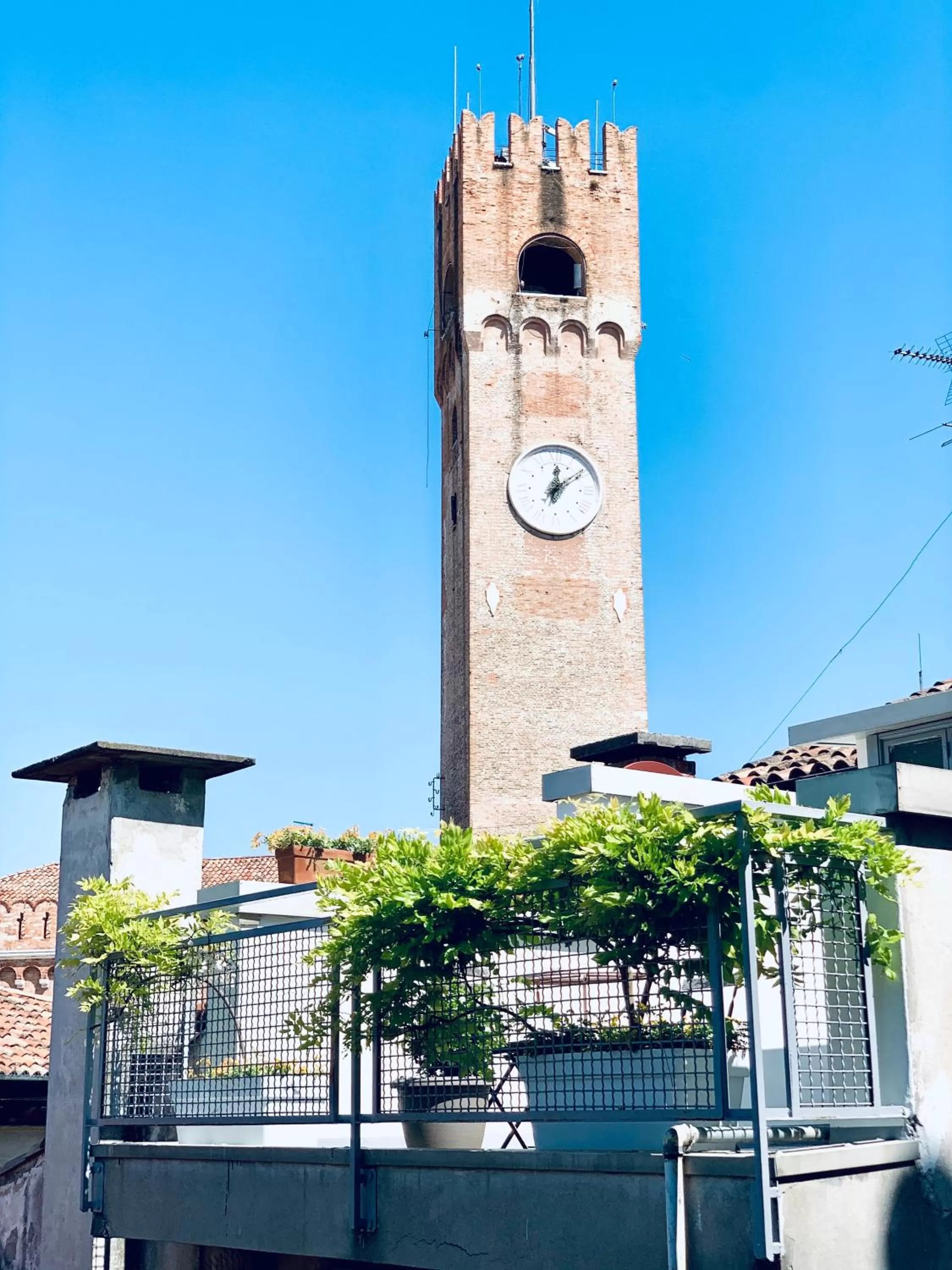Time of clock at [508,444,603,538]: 12:09
